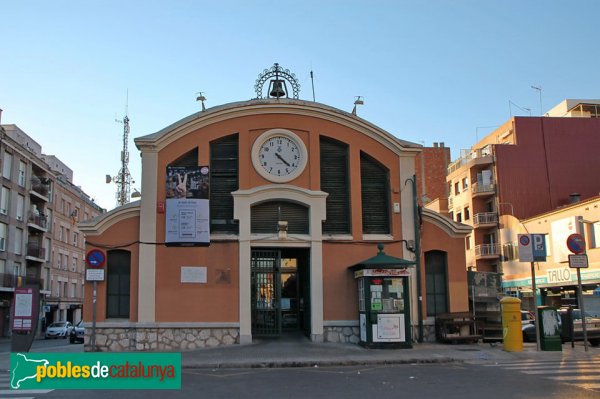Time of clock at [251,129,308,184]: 4:21
